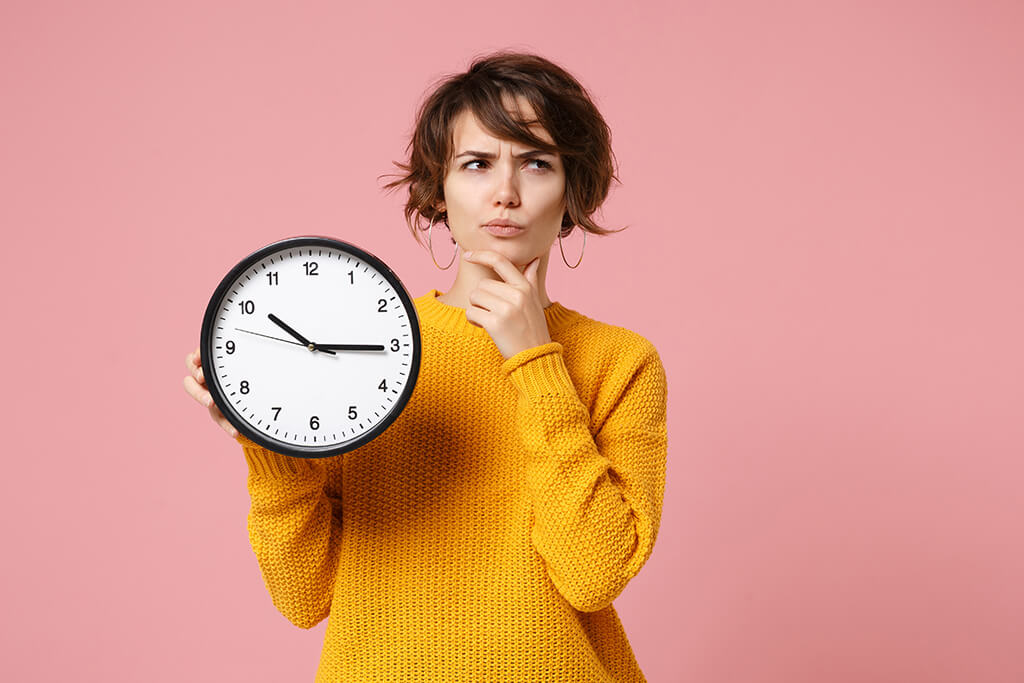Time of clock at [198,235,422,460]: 10:15
